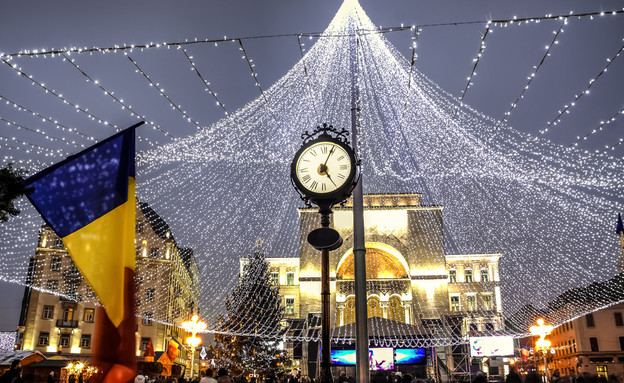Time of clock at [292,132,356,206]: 5:04
